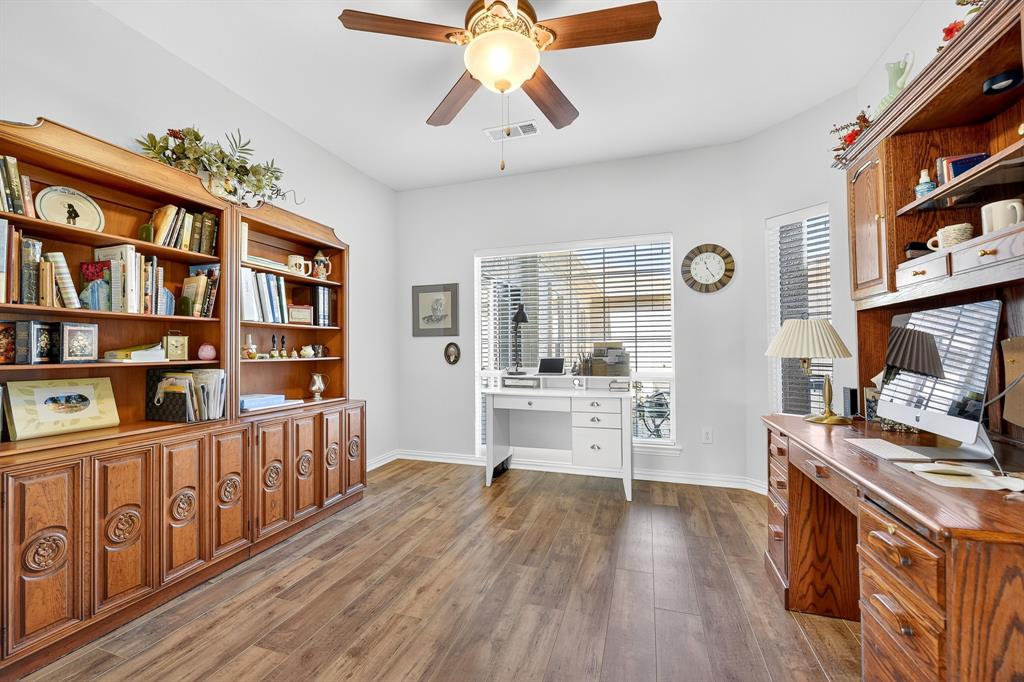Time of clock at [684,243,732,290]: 11:23
